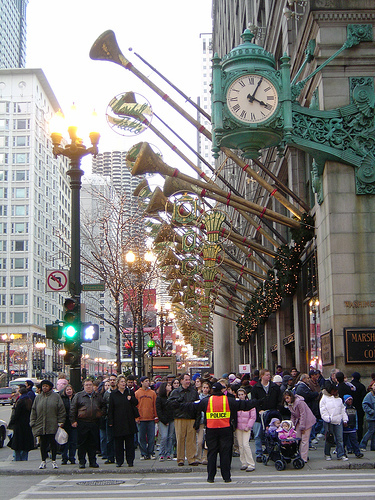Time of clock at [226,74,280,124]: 4:04
